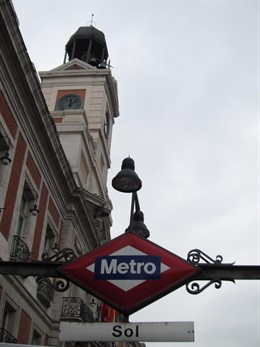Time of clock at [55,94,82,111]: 12:07
